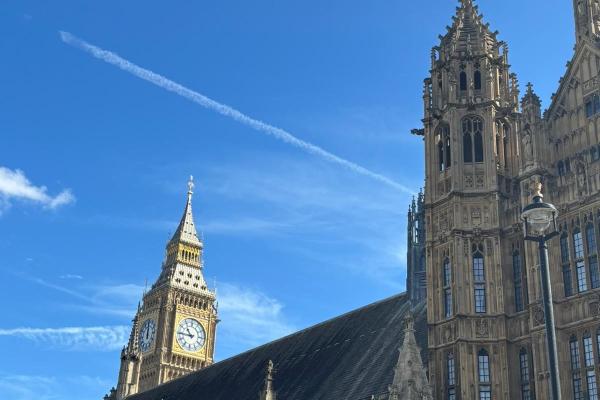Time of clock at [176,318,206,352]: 10:45
